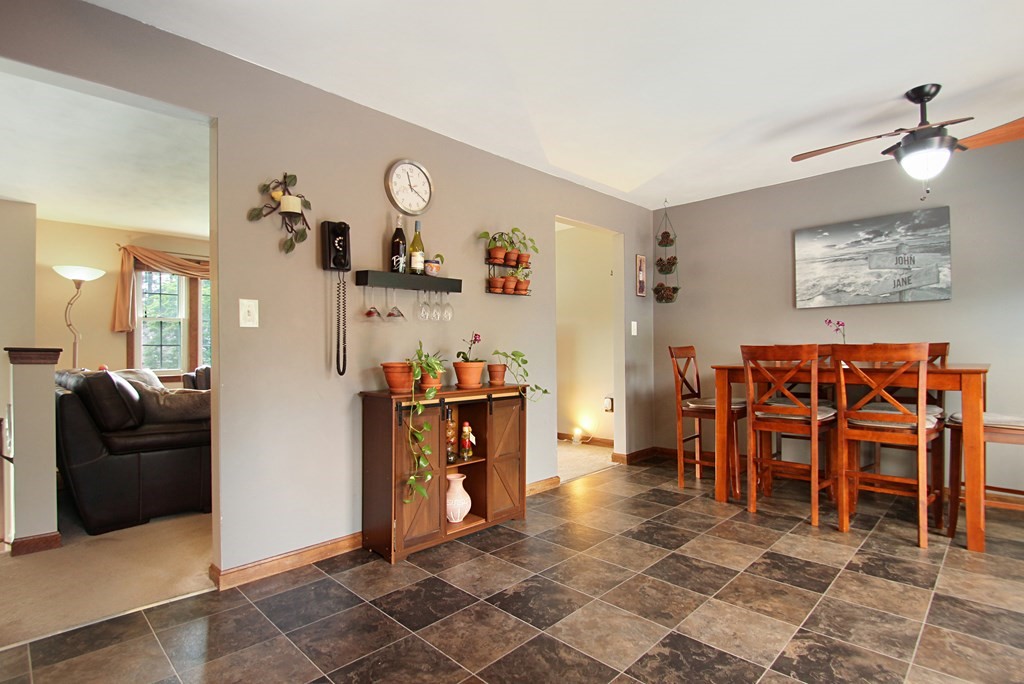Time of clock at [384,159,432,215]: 11:19
